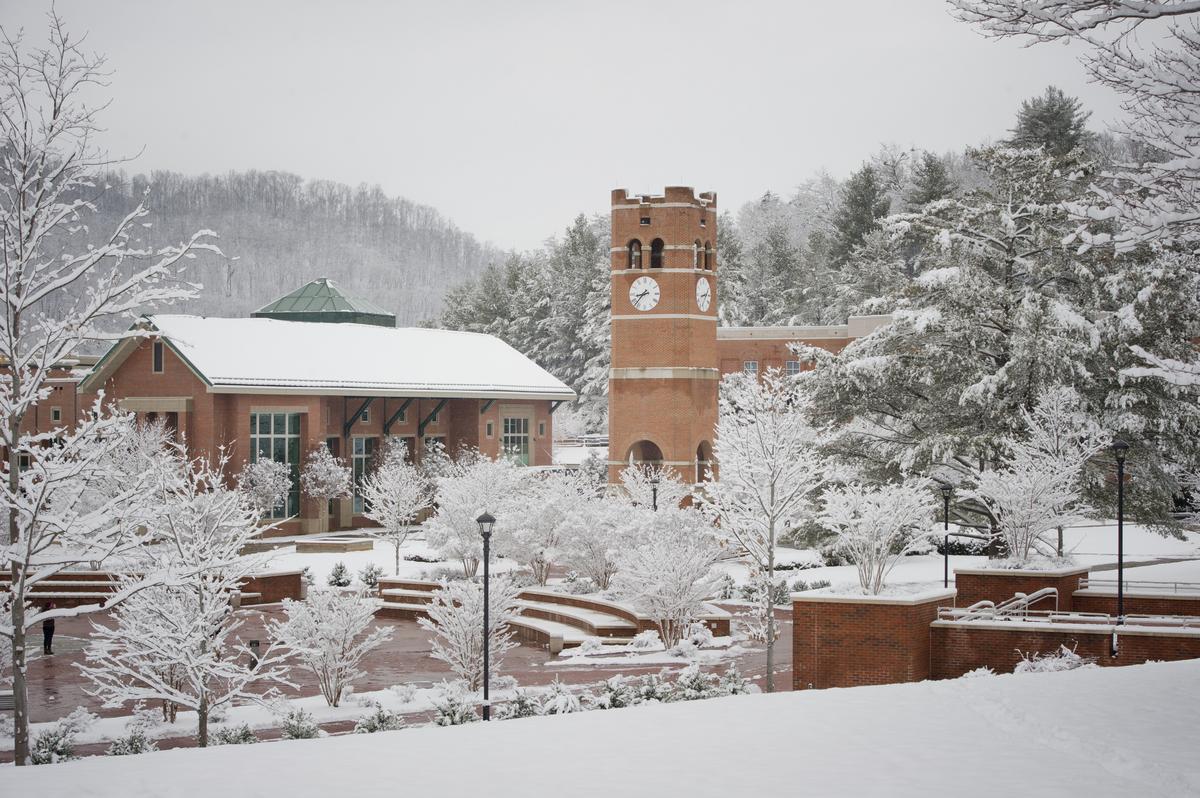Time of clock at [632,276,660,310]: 8:37
